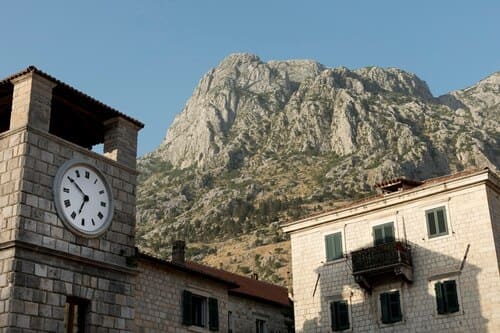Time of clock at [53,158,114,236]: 6:50
